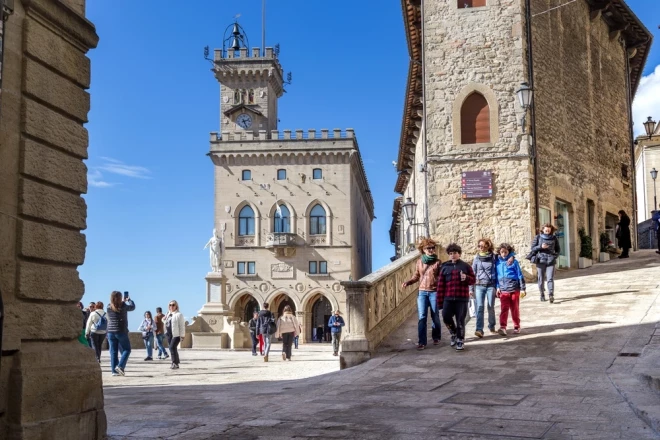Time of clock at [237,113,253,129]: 2:26
